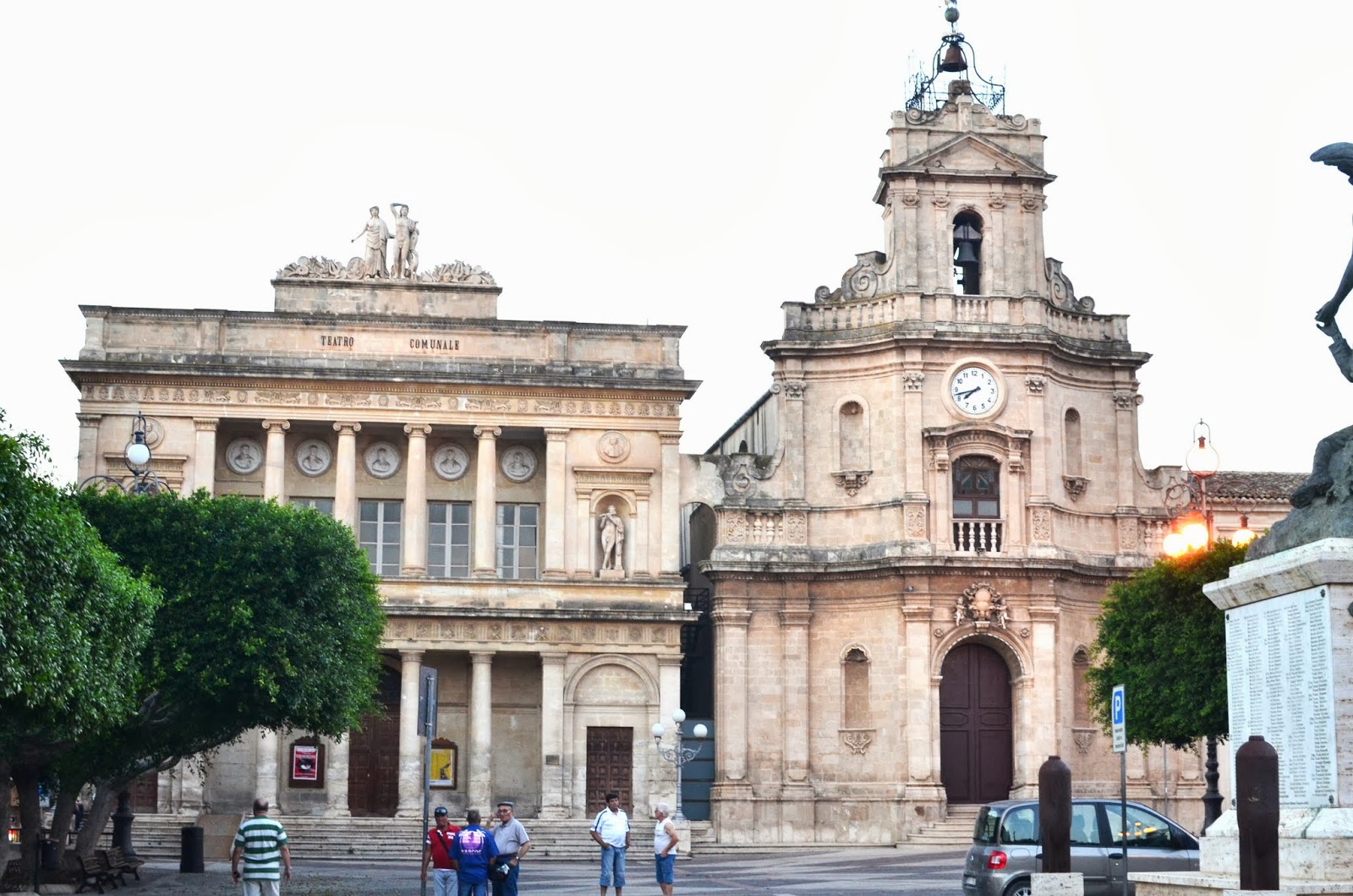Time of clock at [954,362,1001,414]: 7:42
